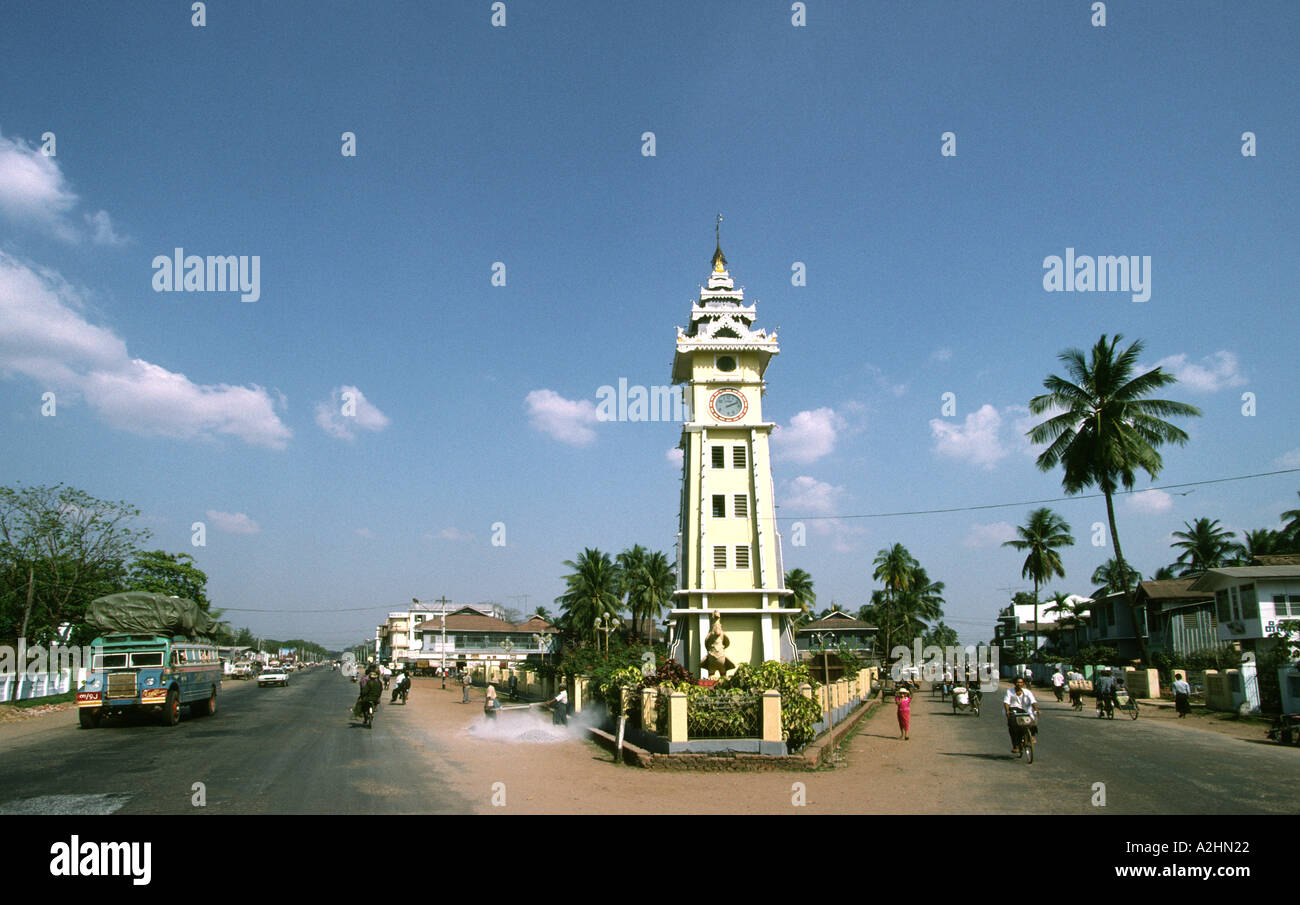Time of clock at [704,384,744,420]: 2:11
